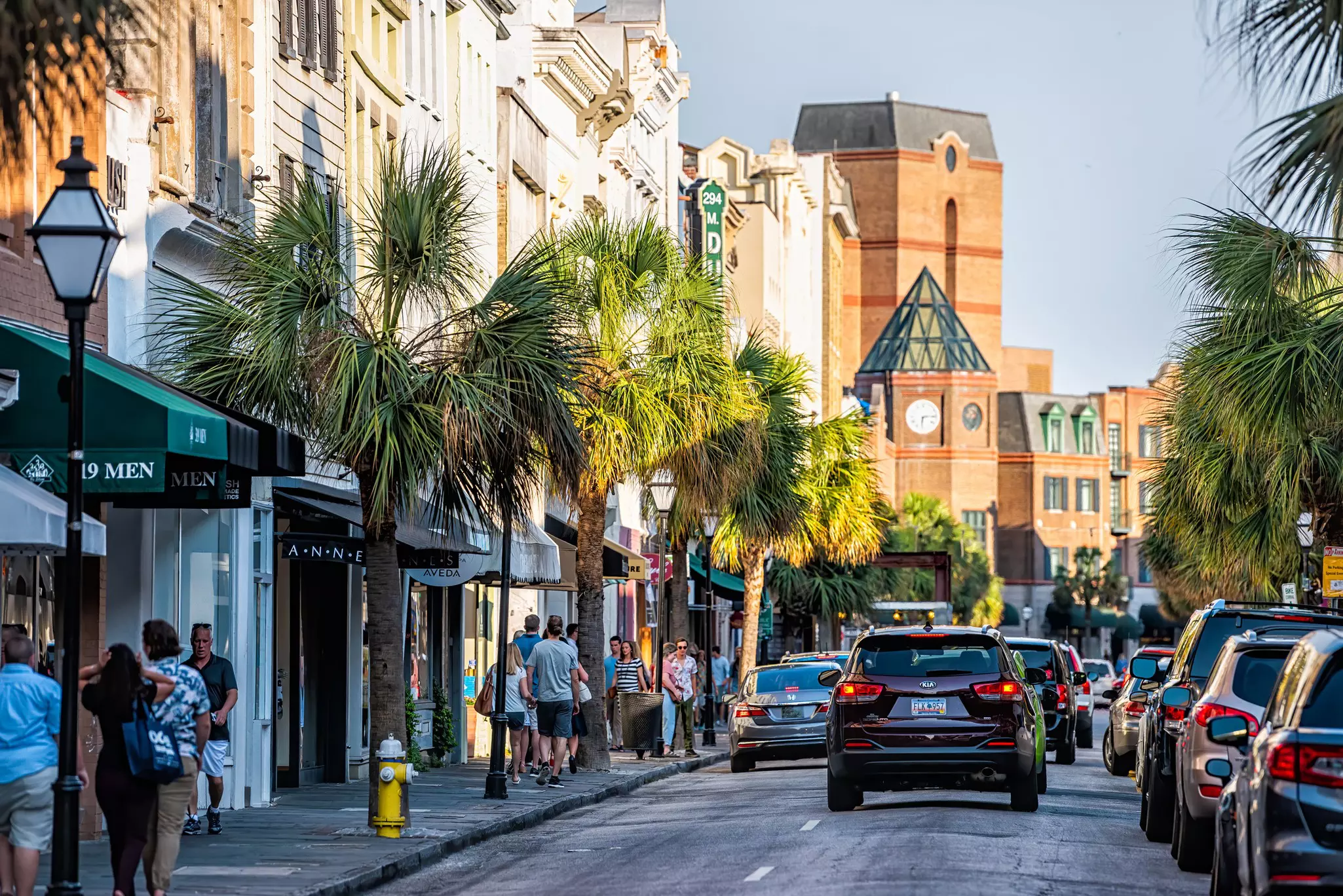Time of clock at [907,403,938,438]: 6:13
